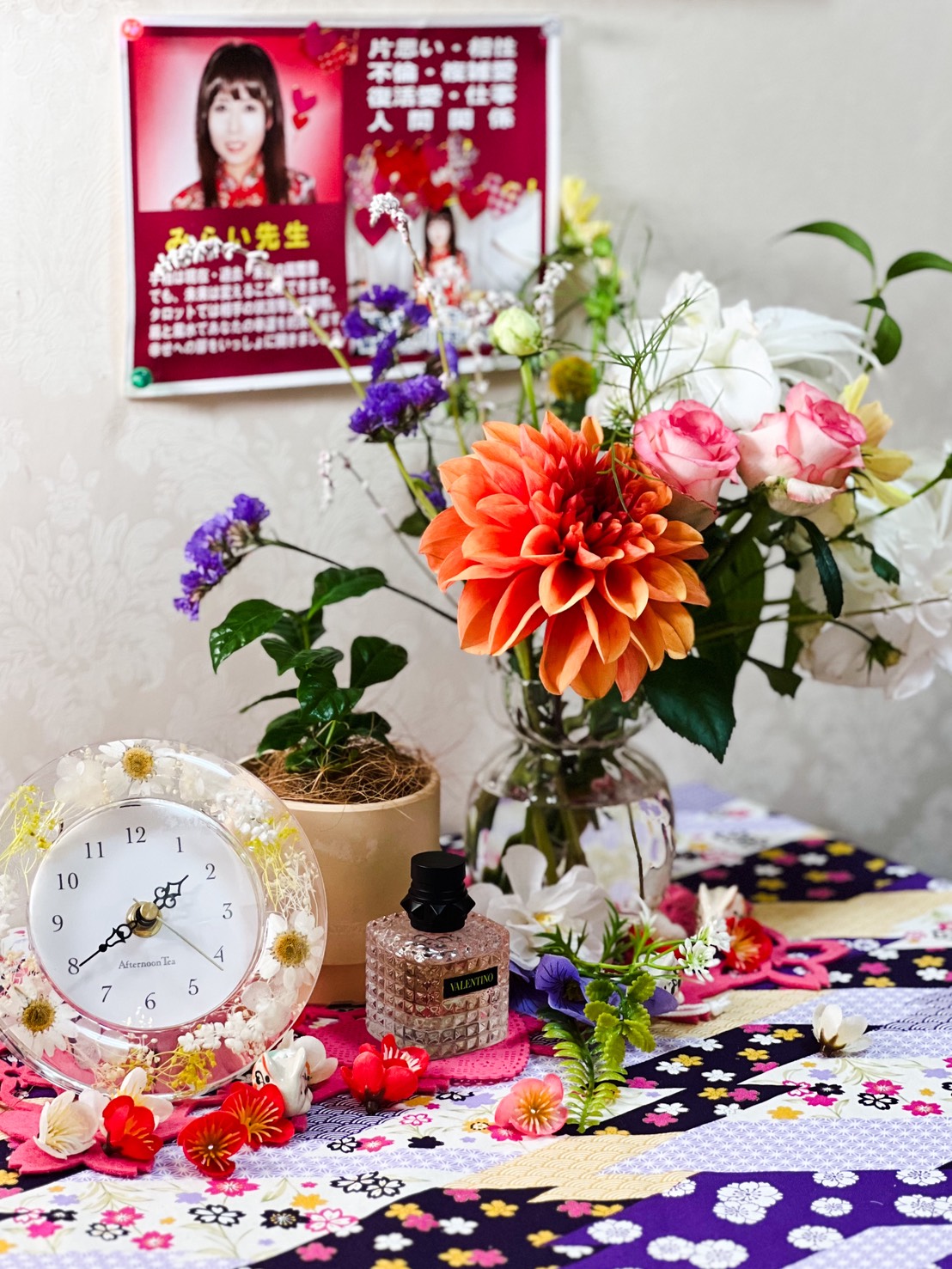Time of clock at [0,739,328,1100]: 1:39
